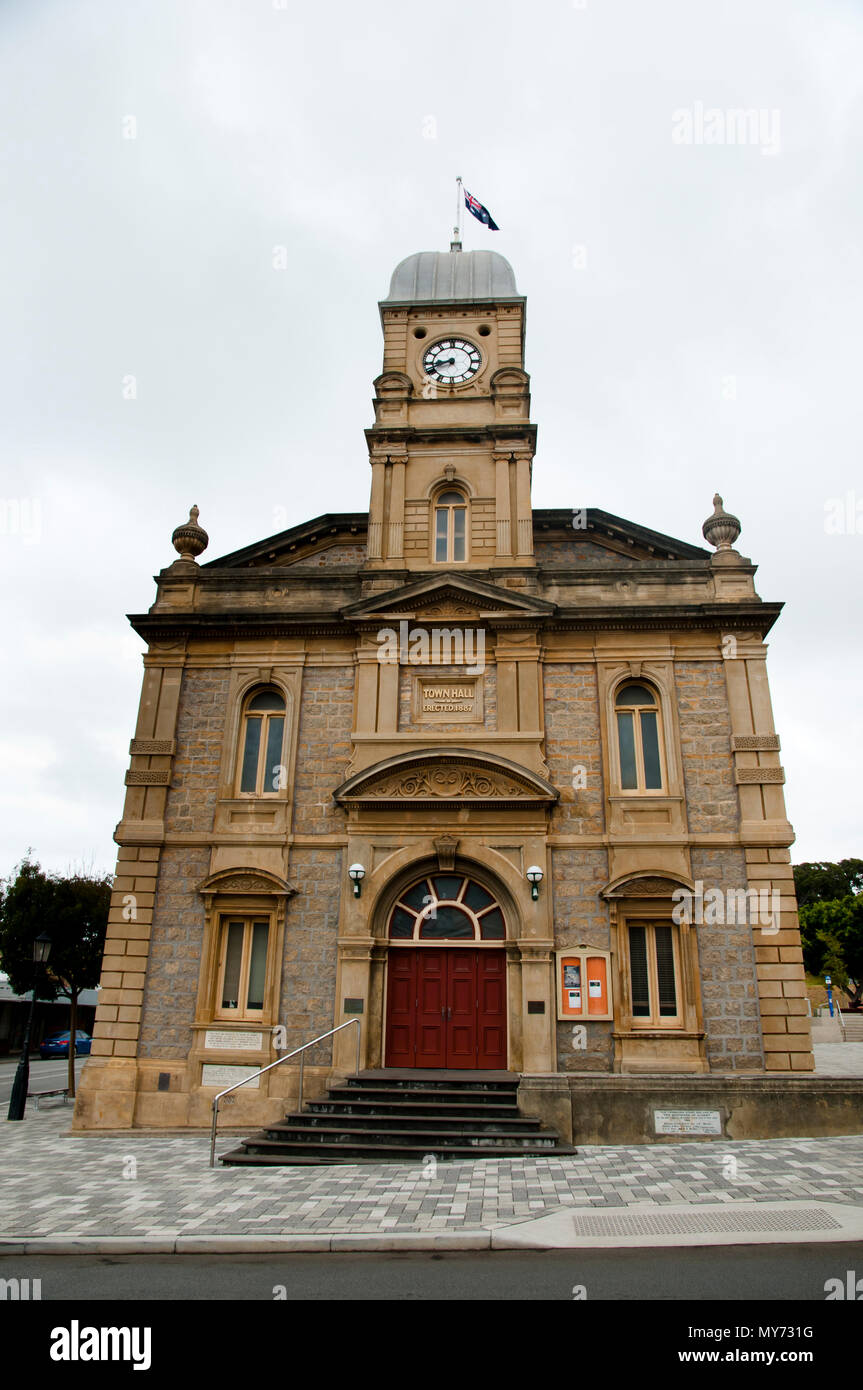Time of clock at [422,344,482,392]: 8:41
